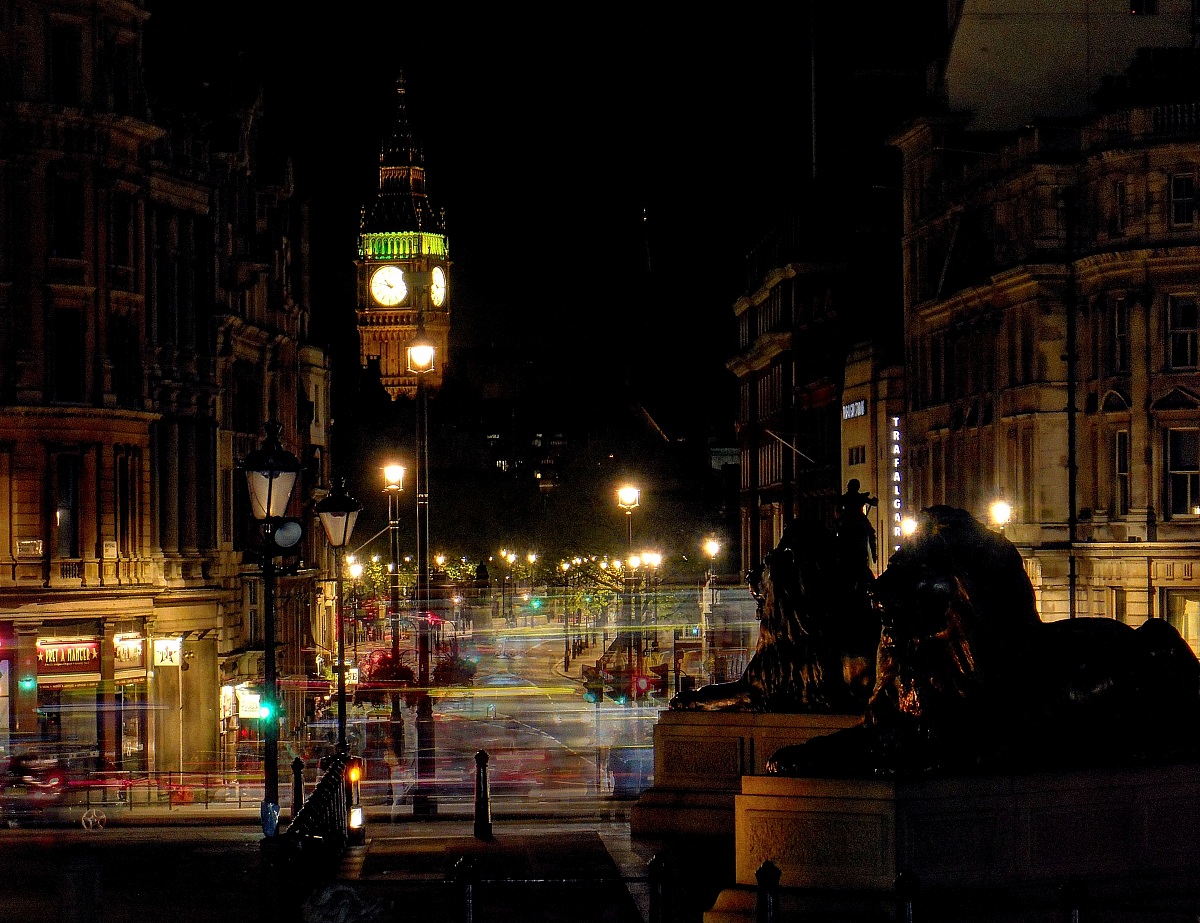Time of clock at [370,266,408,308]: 10:47
